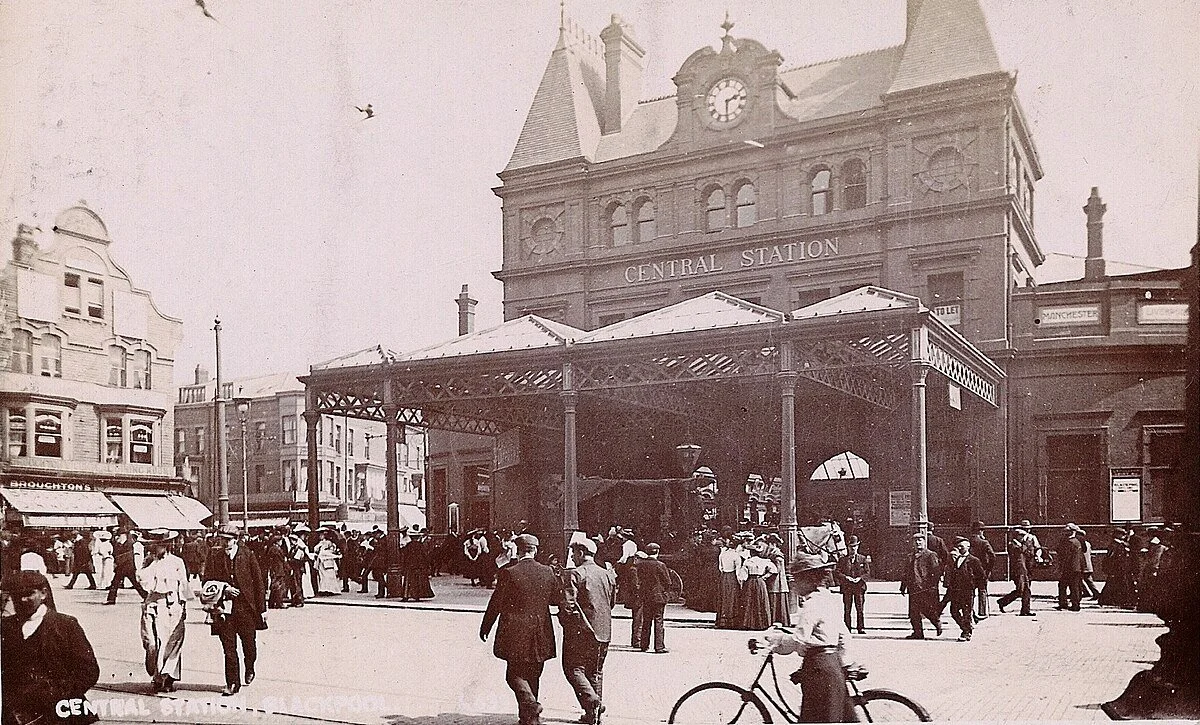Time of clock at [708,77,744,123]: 2:30
